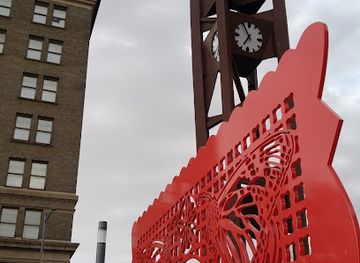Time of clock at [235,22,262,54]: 6:54
